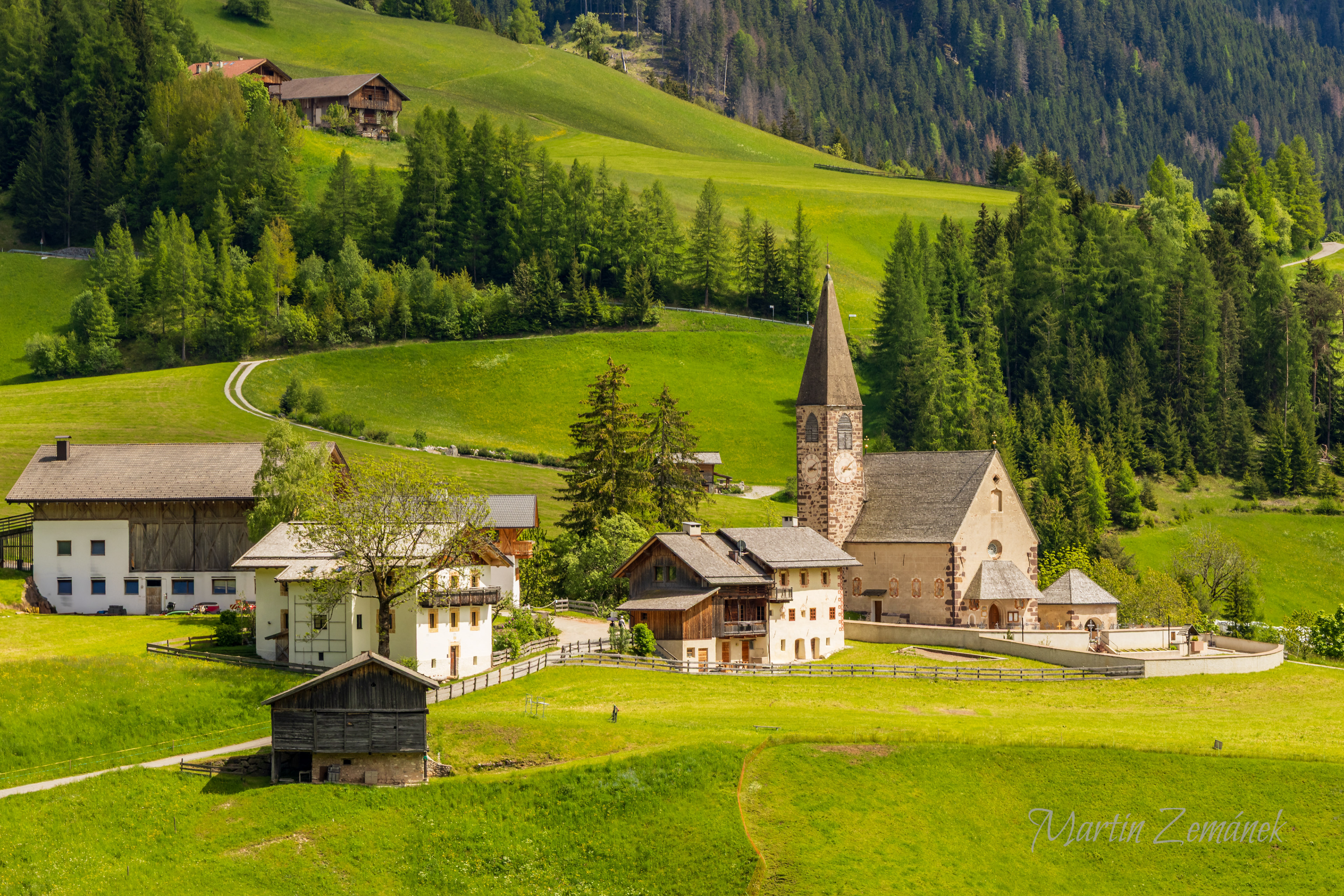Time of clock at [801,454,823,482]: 3:09
